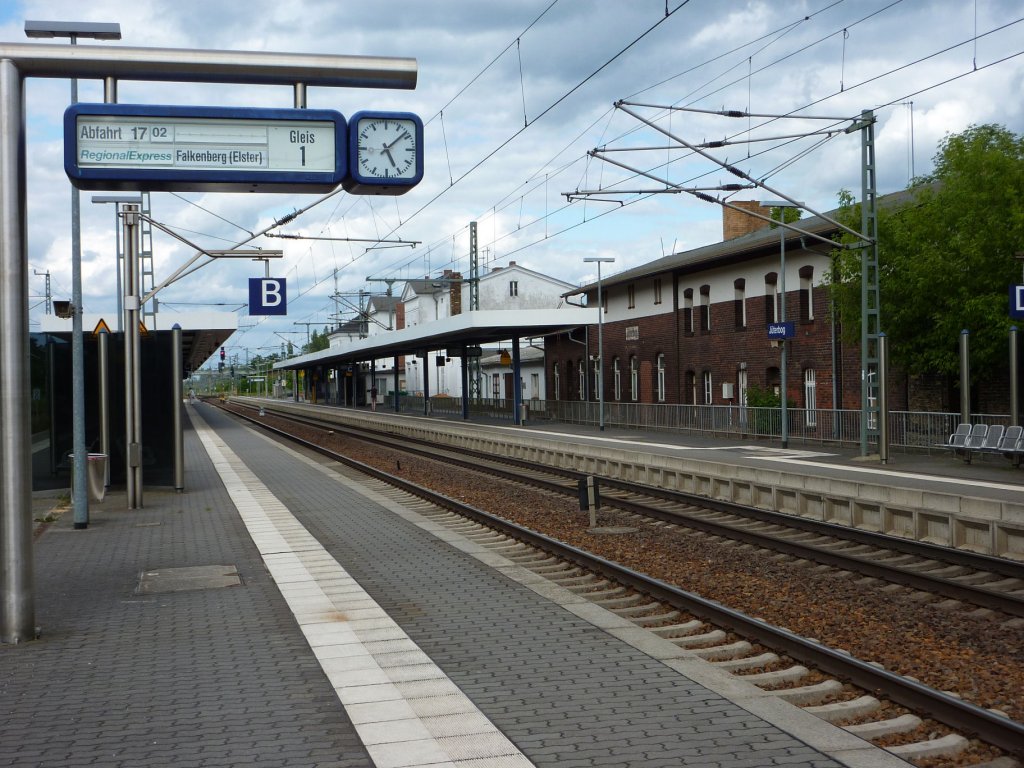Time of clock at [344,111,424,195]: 5:08
